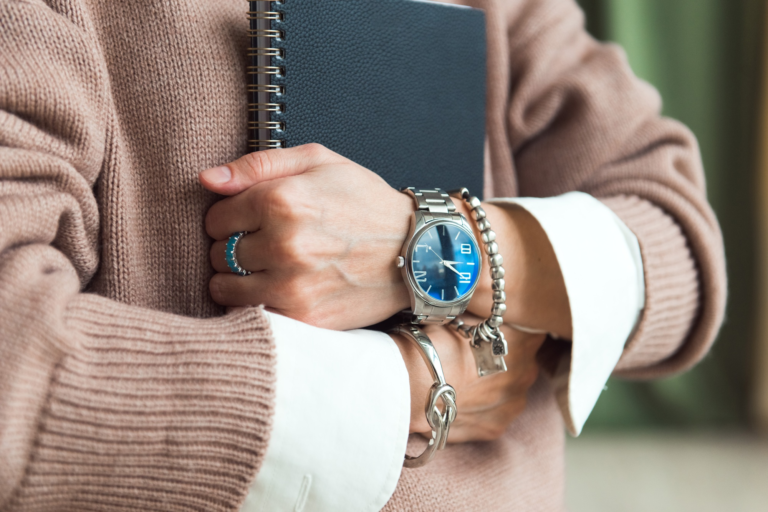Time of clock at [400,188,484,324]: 3:58
